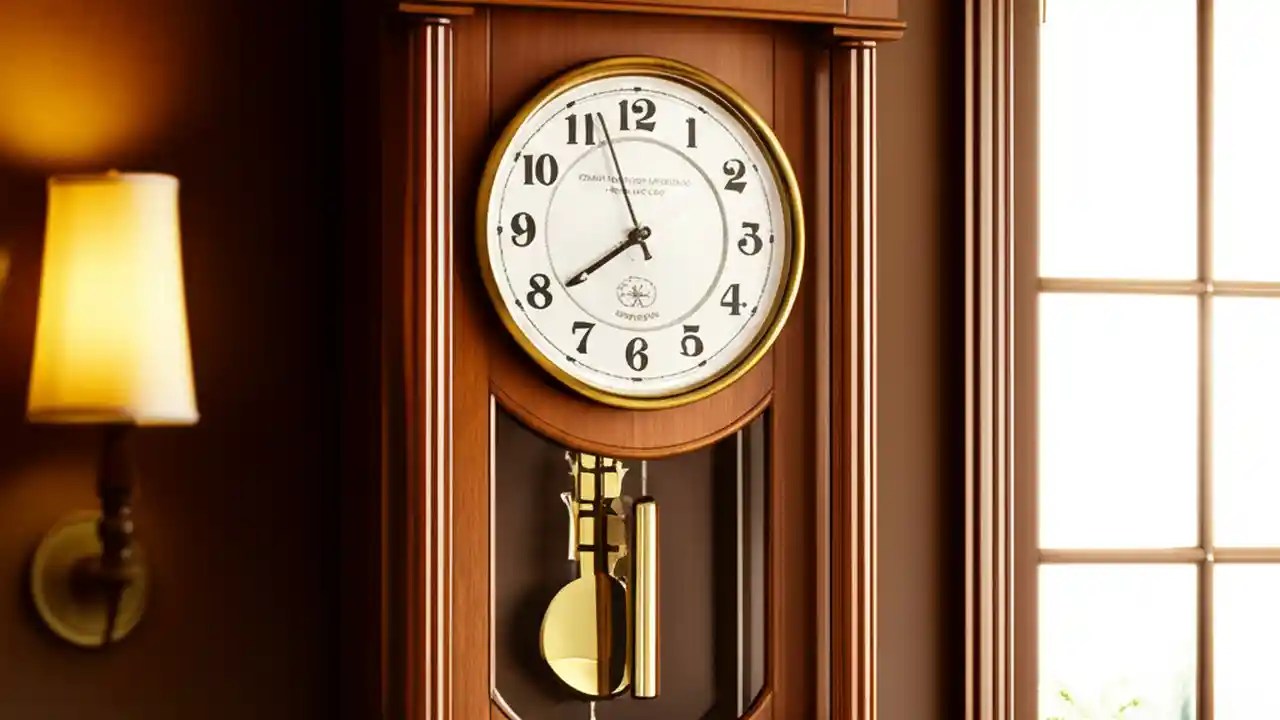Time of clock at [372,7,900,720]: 7:57
